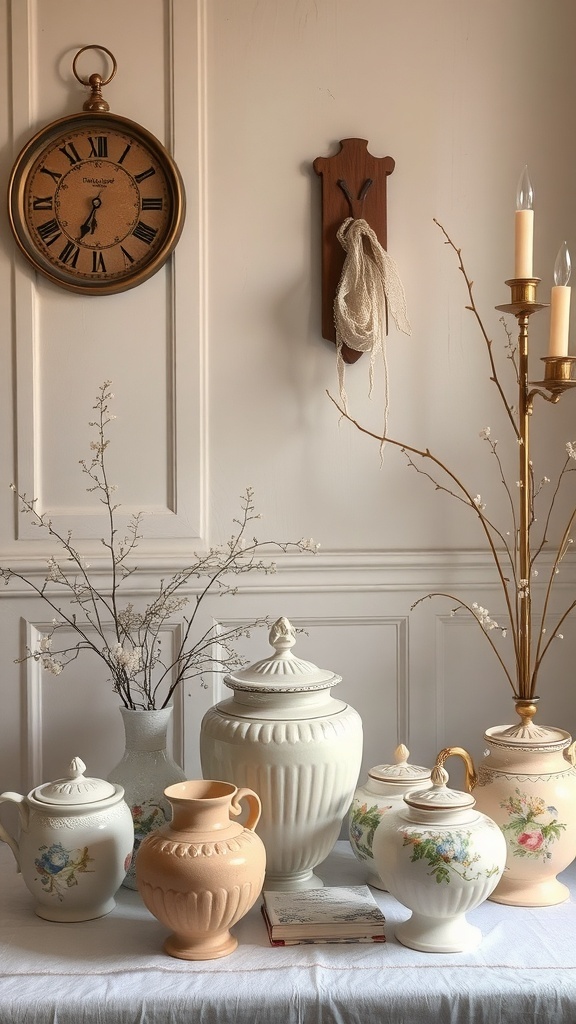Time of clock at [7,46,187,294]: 6:34
